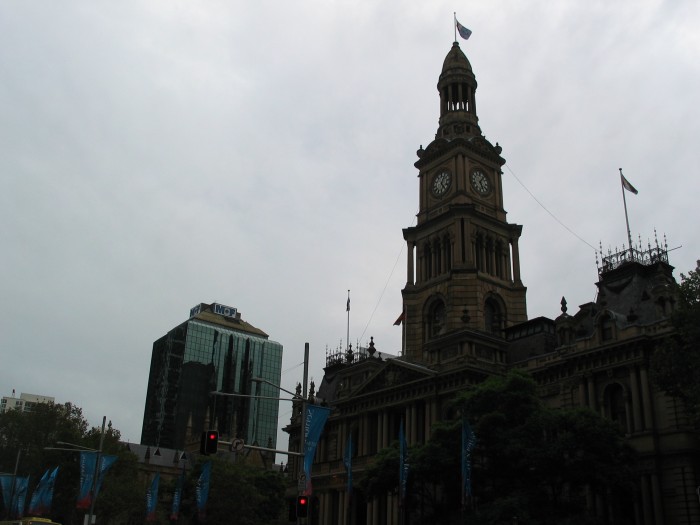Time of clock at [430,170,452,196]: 12:23
